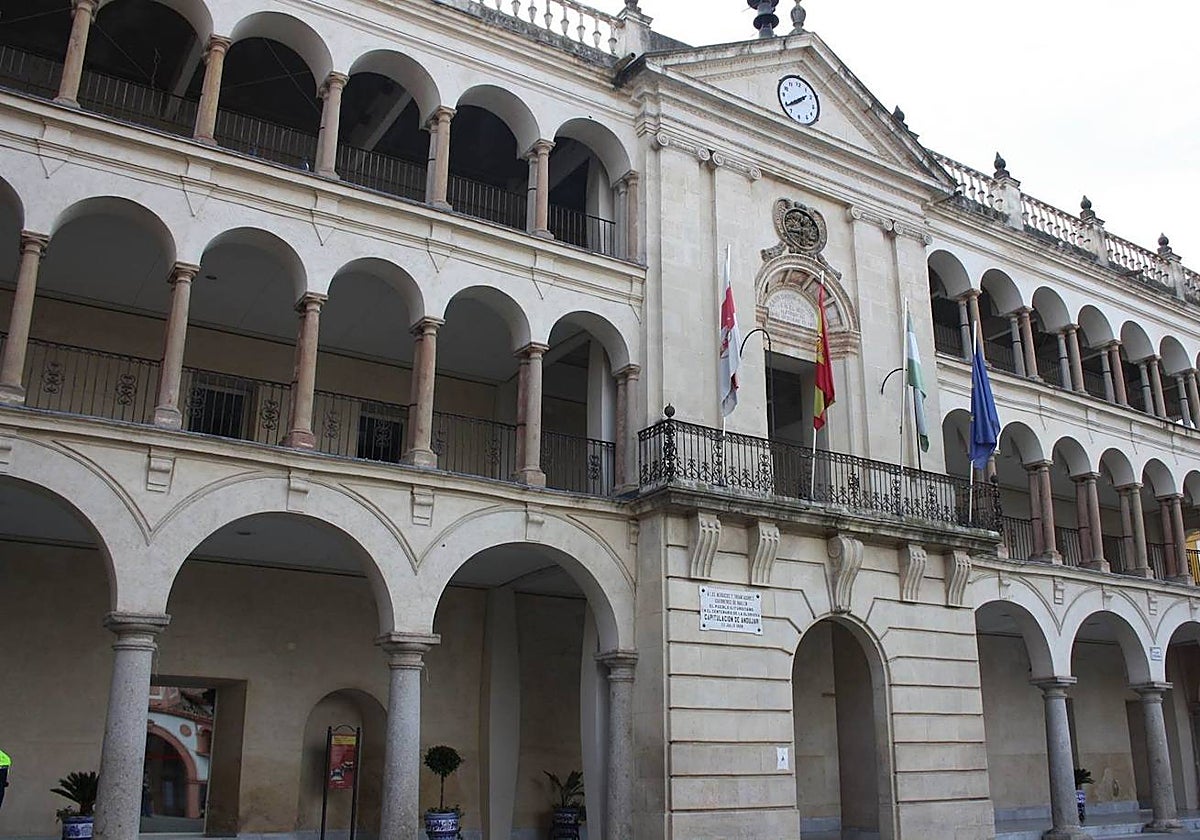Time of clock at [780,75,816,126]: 1:38
